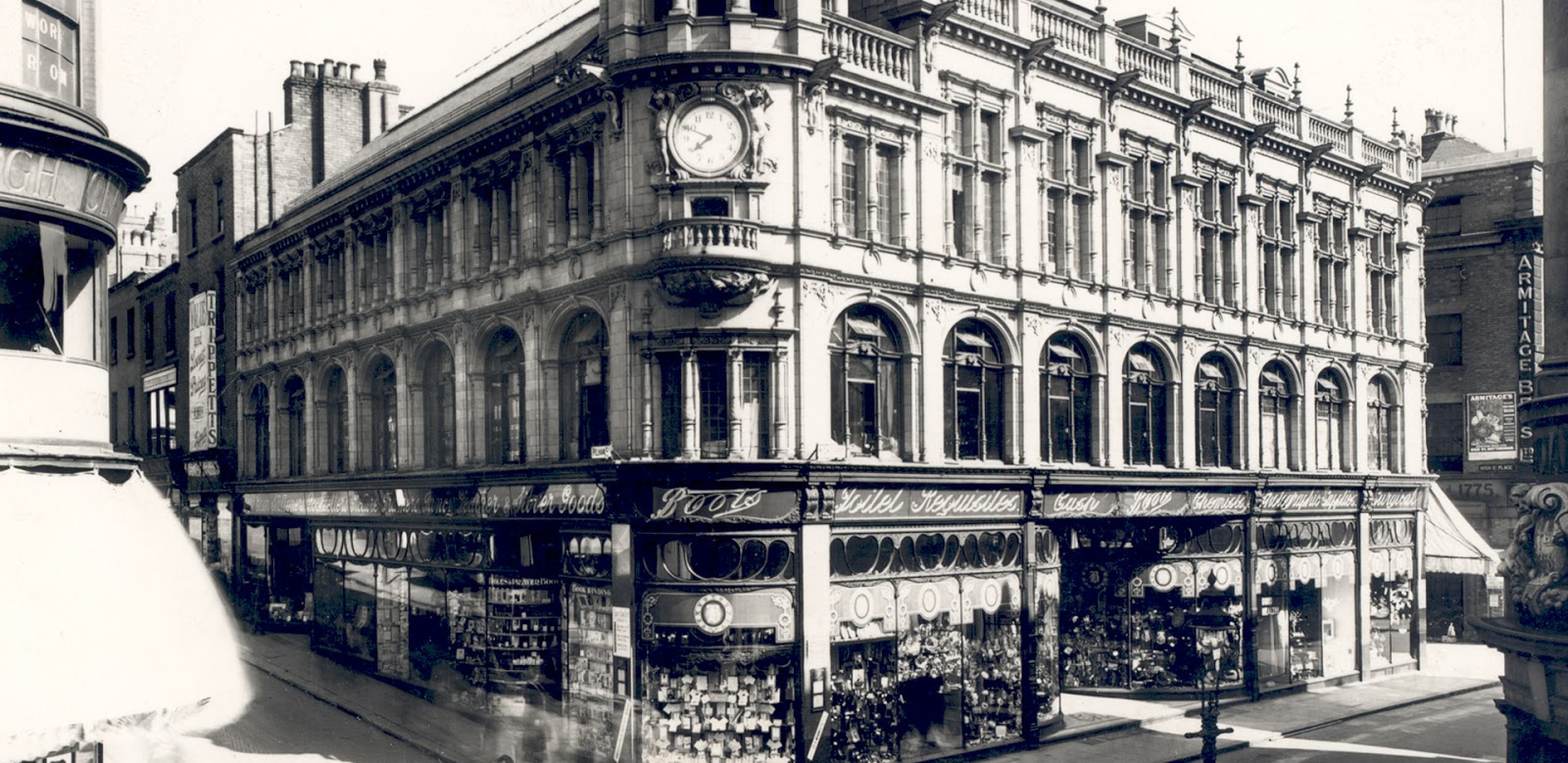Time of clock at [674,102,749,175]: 7:49
